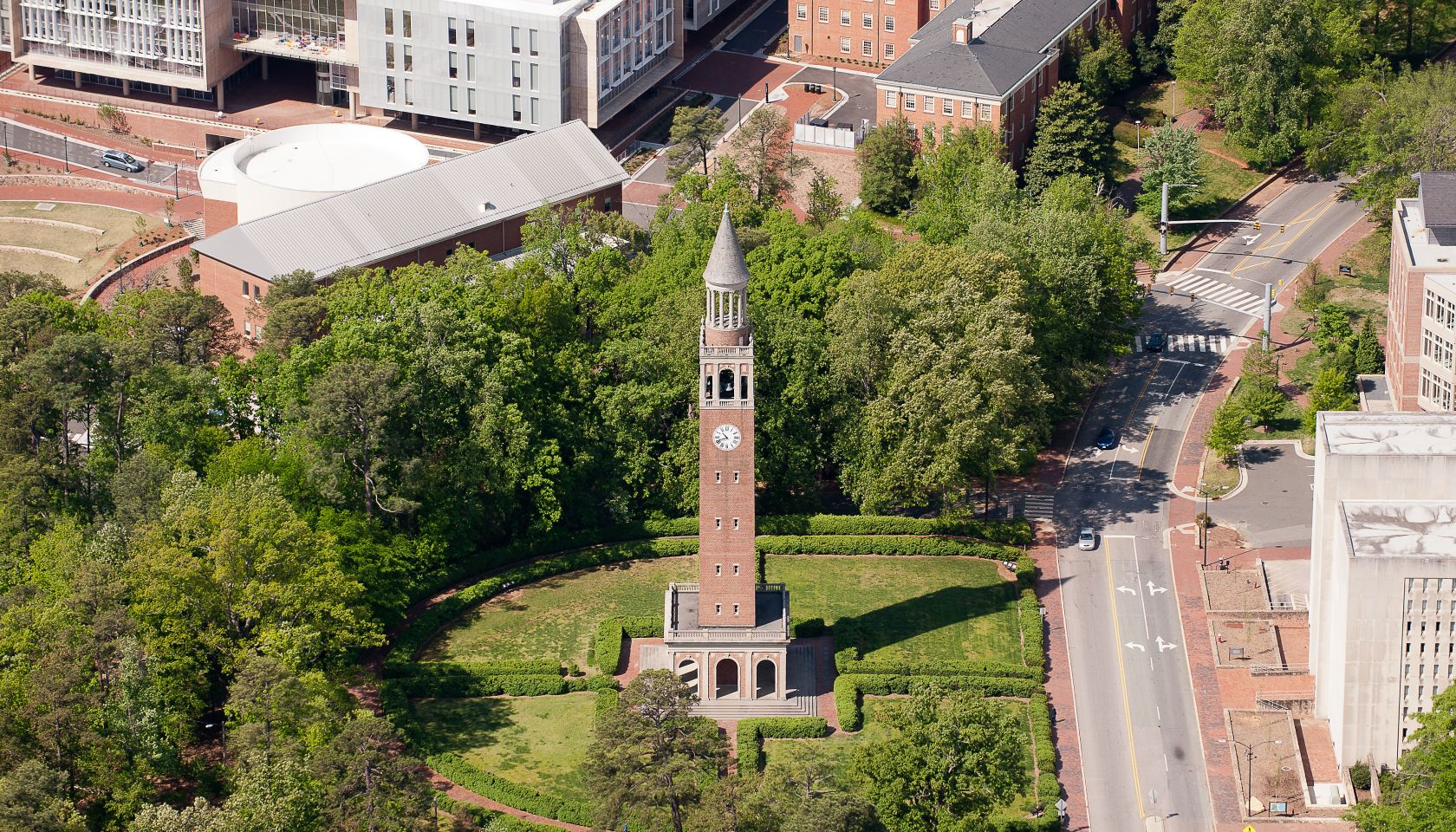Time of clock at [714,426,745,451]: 10:41
